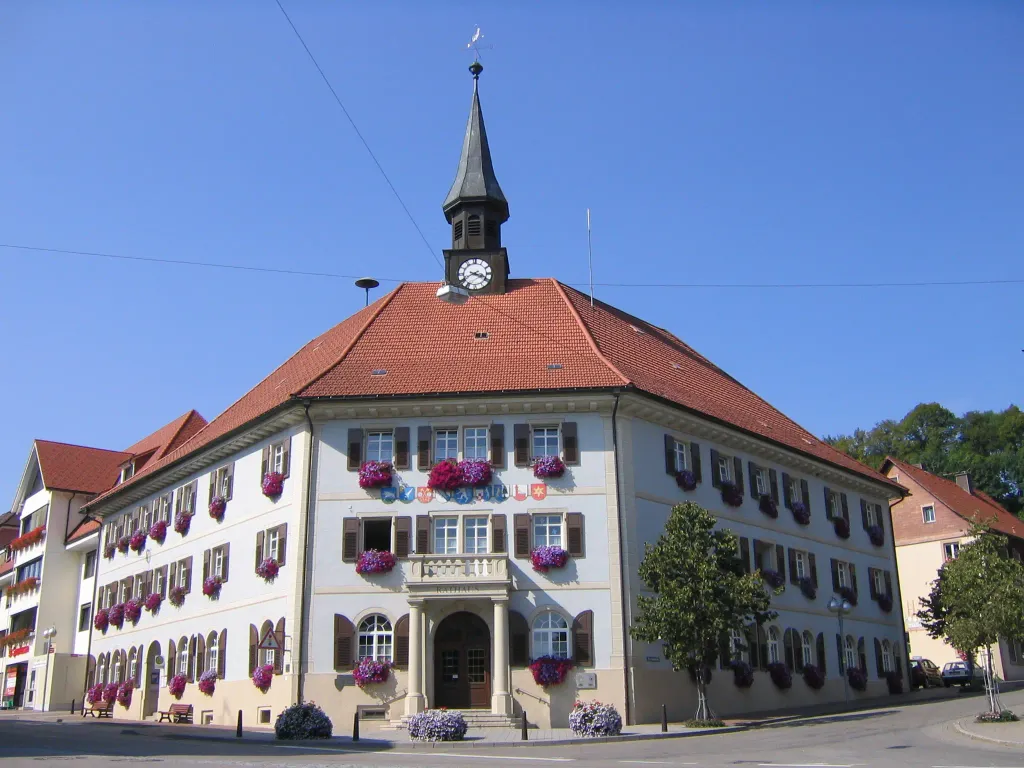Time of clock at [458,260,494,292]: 3:40
